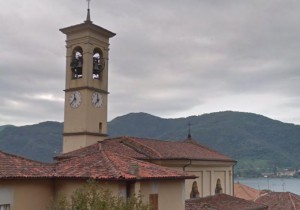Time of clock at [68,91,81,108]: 11:37
